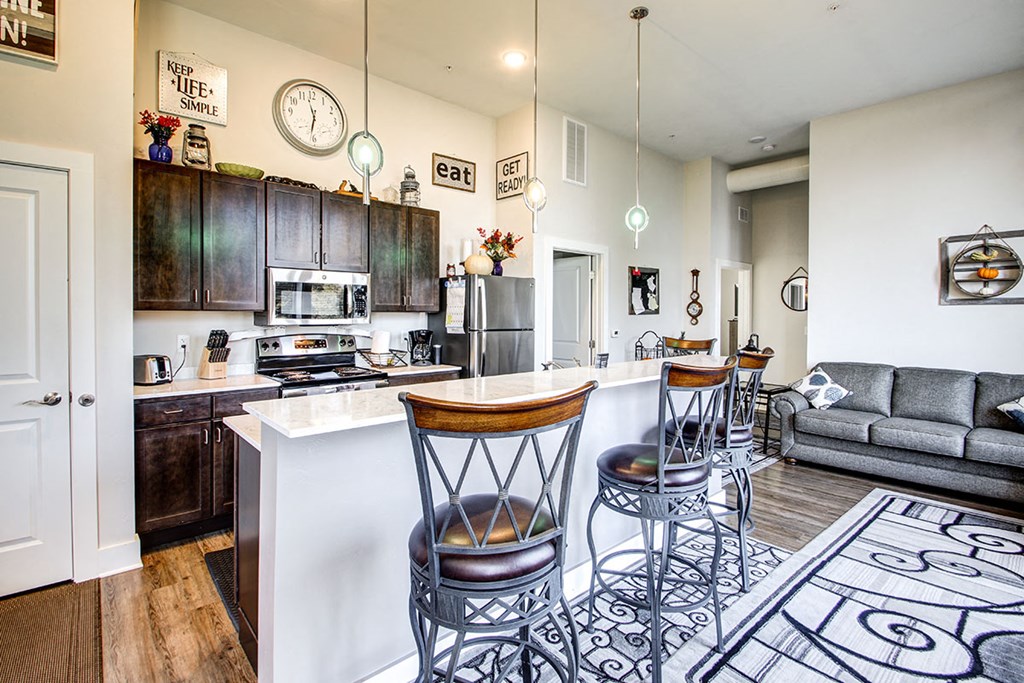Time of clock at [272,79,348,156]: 11:32
